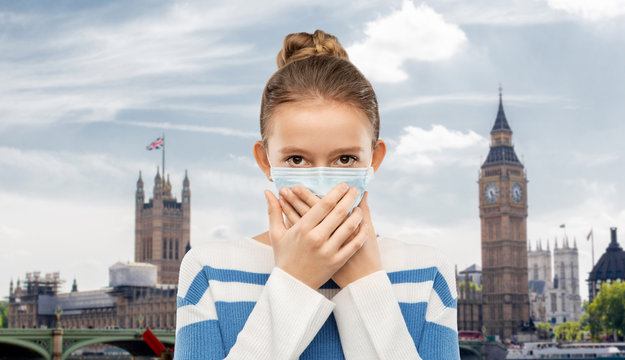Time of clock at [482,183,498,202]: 4:28
